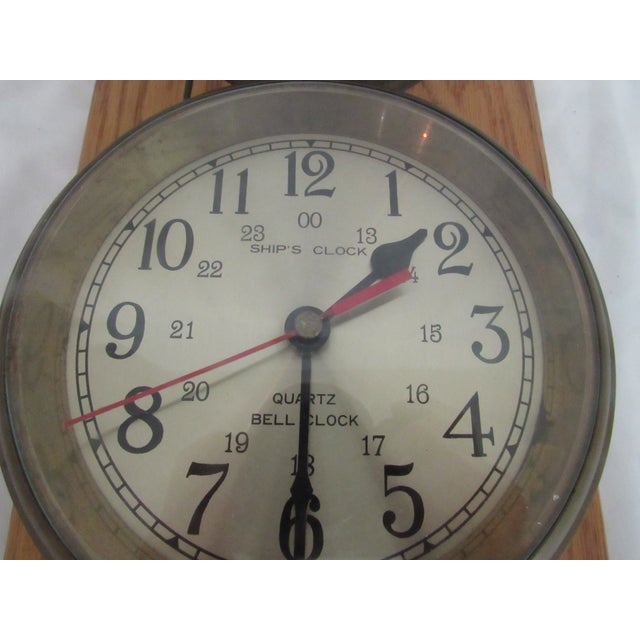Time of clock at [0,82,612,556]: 1:29
